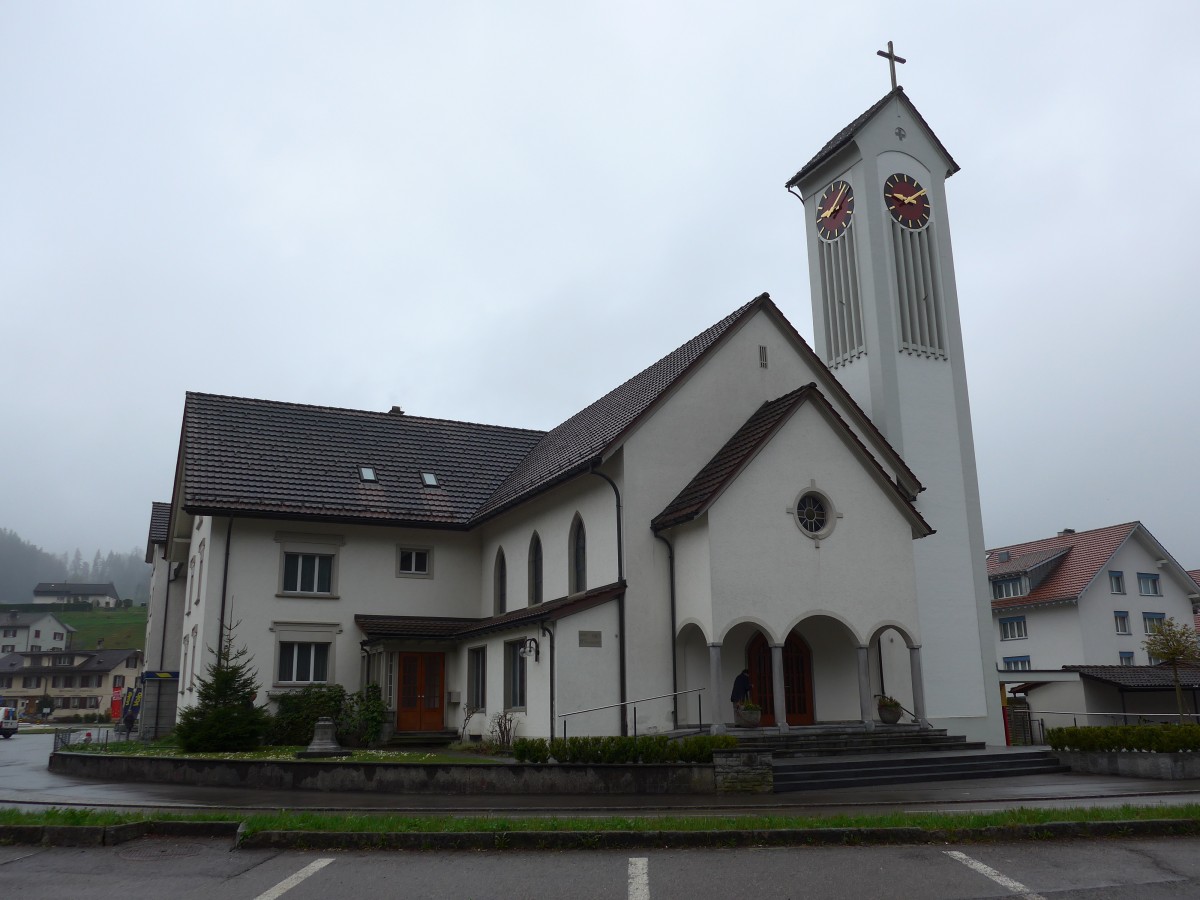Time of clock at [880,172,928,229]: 9:09
